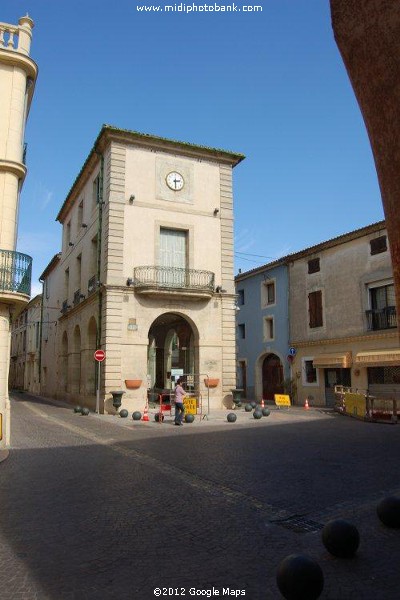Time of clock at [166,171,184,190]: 2:29
